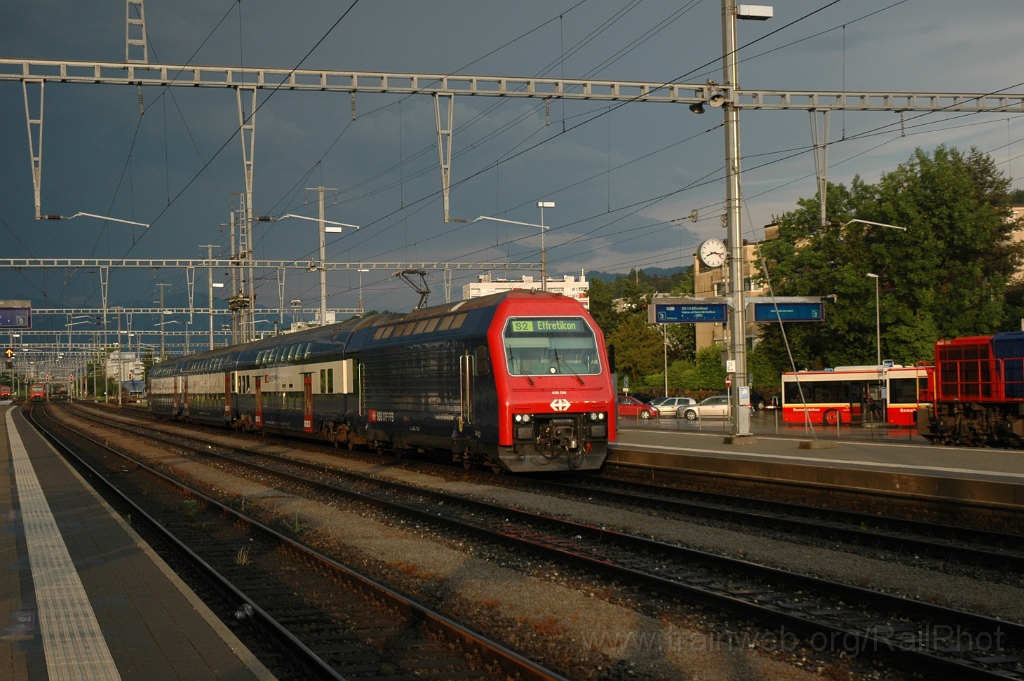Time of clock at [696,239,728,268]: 8:16
